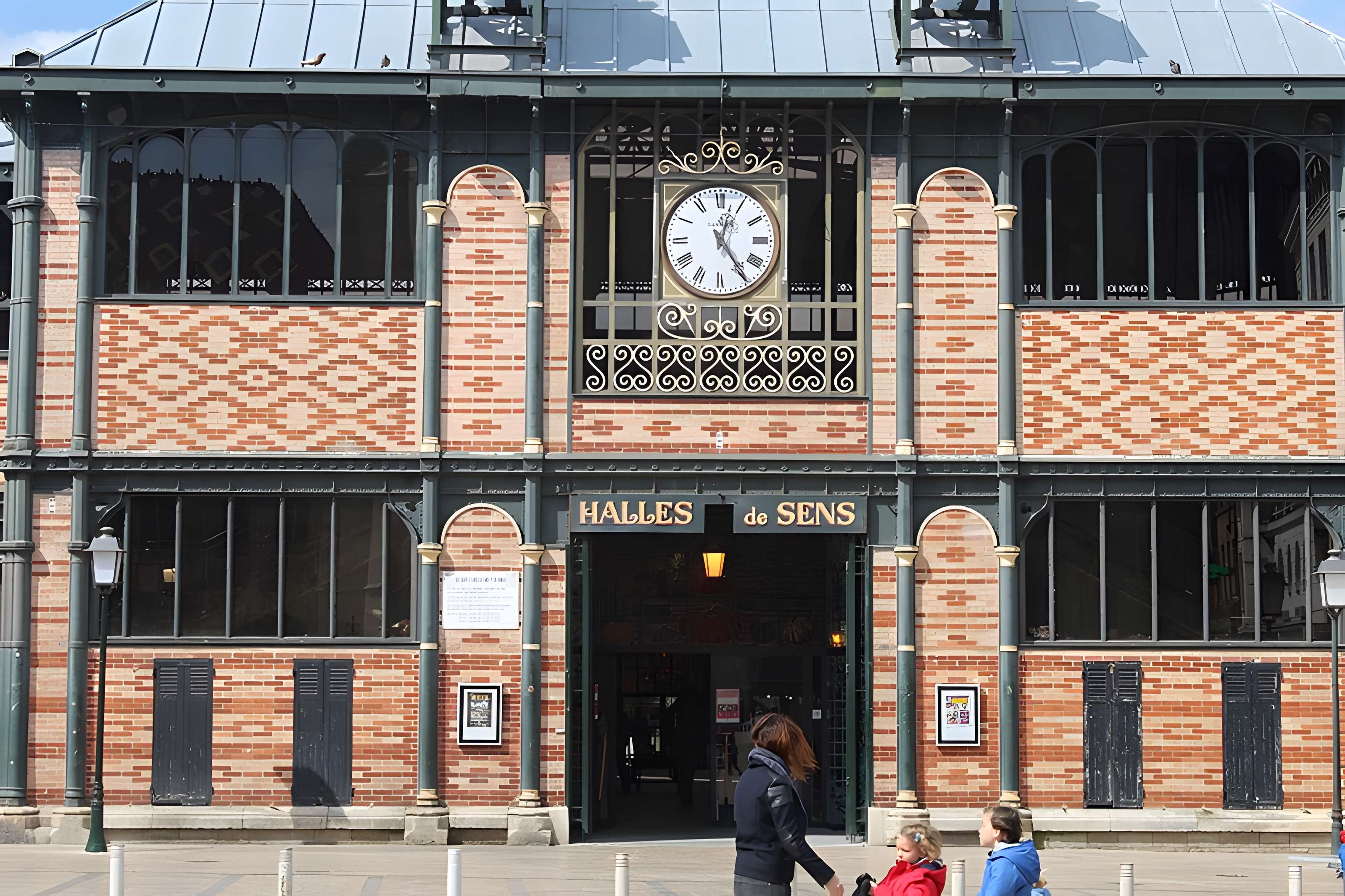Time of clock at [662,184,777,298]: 12:24
